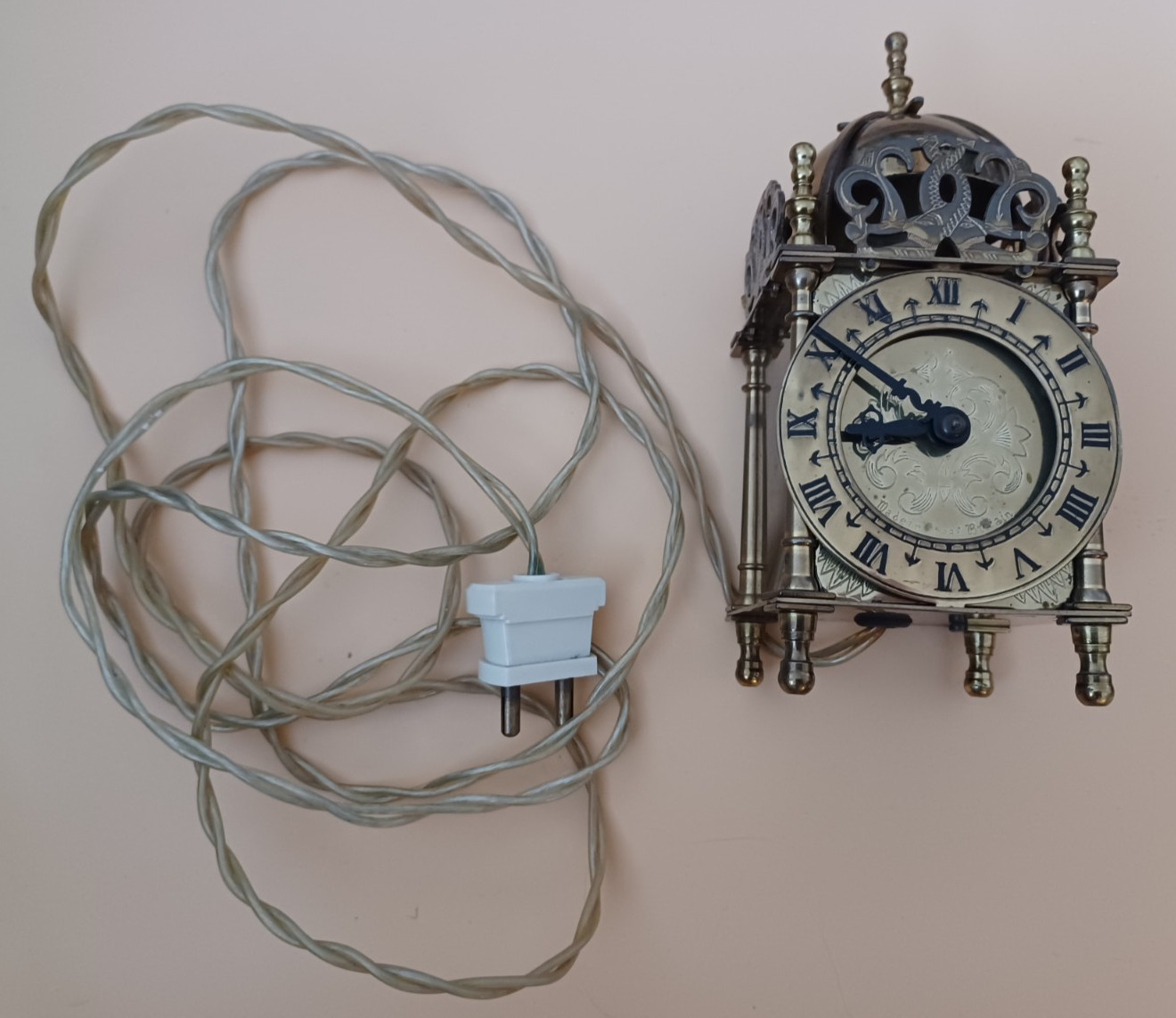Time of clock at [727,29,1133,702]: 8:50
